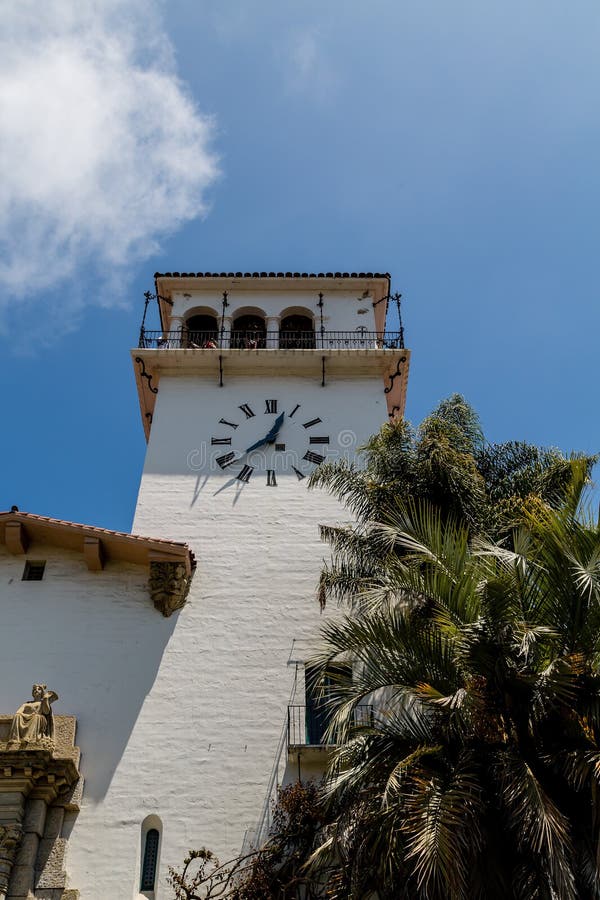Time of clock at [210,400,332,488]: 12:38
